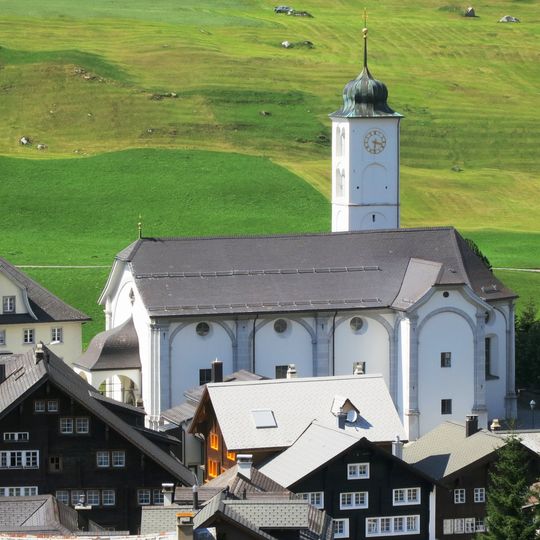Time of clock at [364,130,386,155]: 3:31
